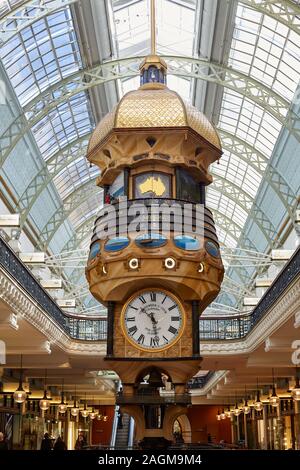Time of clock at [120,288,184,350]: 10:28
